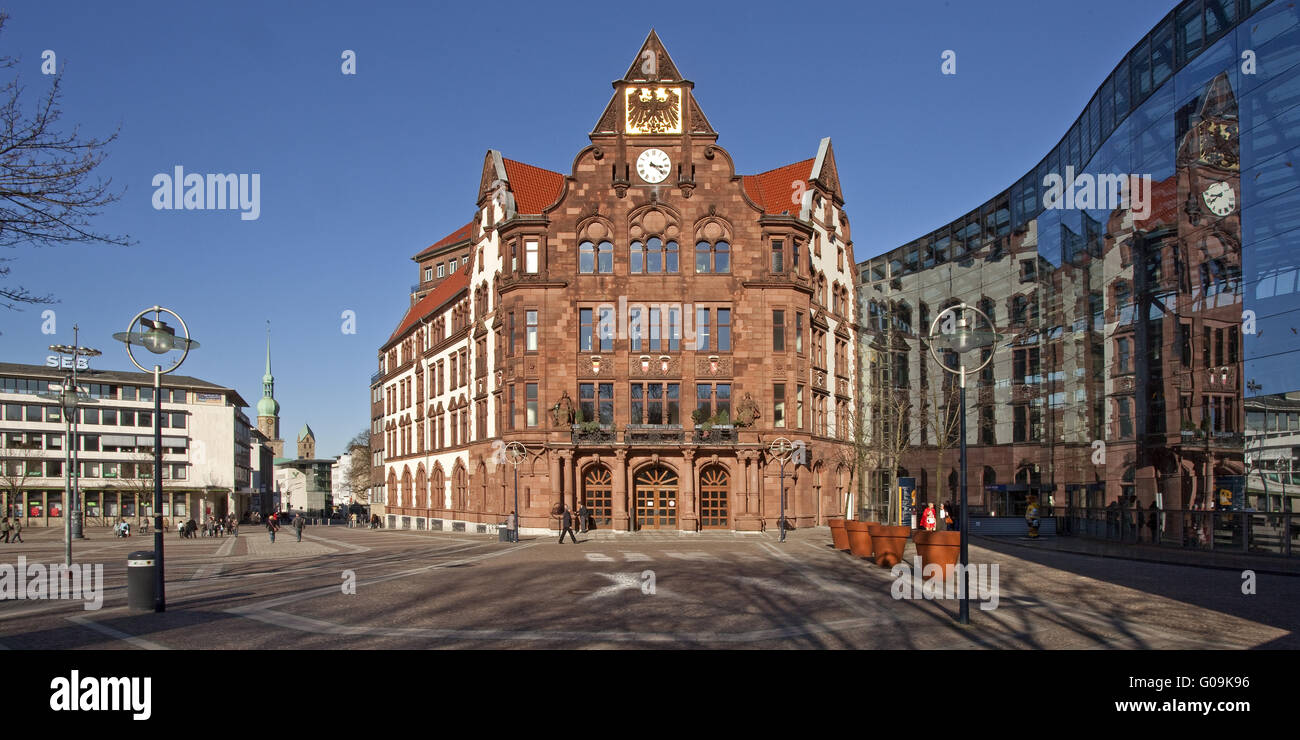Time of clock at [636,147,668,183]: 3:21
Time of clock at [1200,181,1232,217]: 8:38
